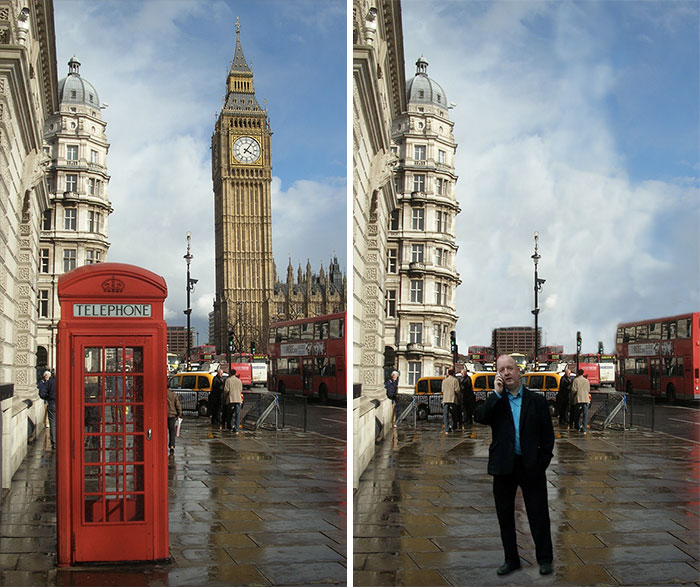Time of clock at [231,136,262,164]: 4:06
